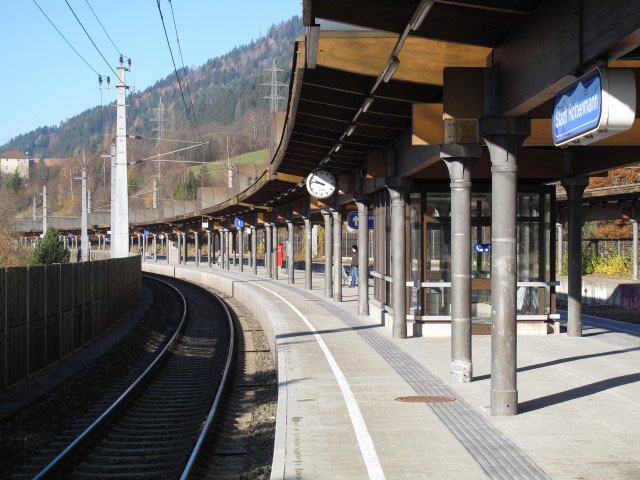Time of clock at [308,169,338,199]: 9:46
